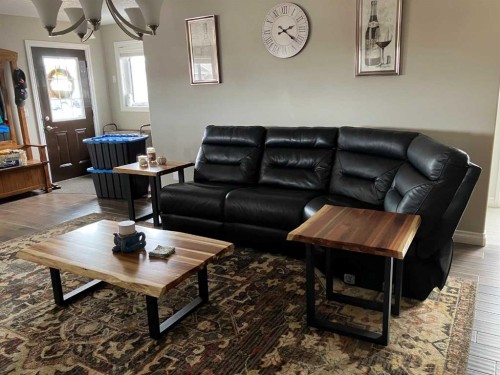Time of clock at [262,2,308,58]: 2:21
